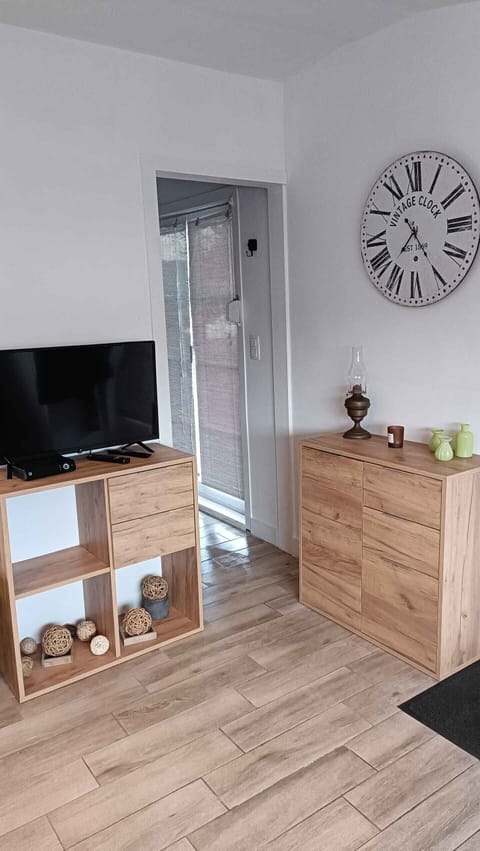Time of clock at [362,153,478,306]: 7:24
